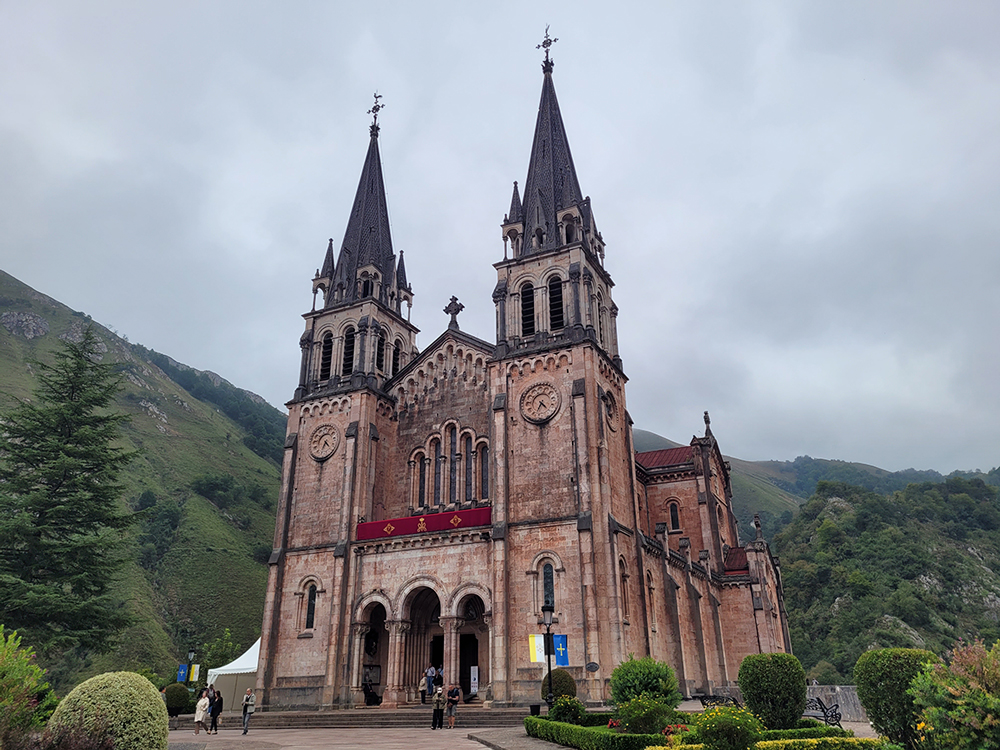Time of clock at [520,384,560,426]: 4:33
